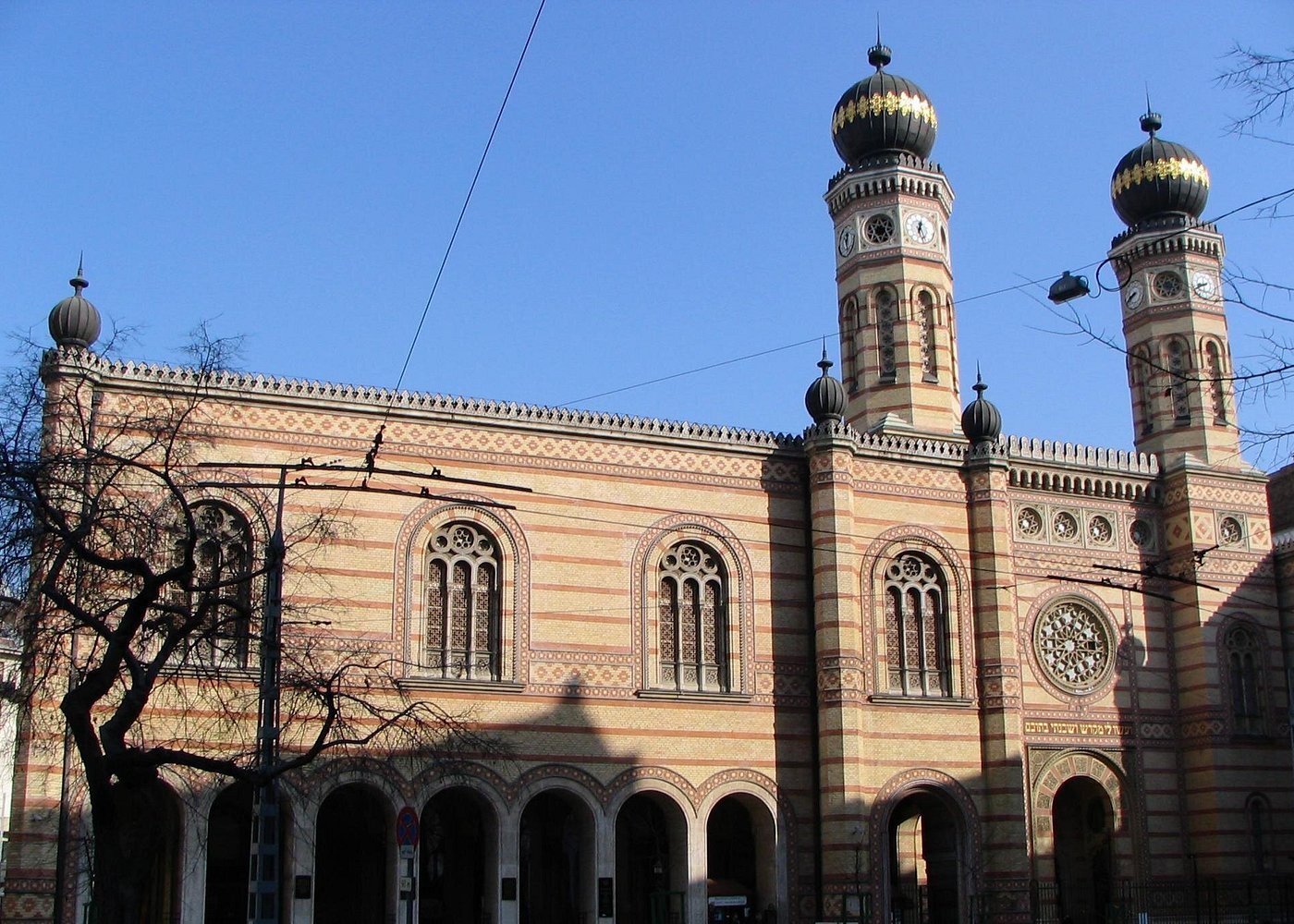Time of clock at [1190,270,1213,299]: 8:40
